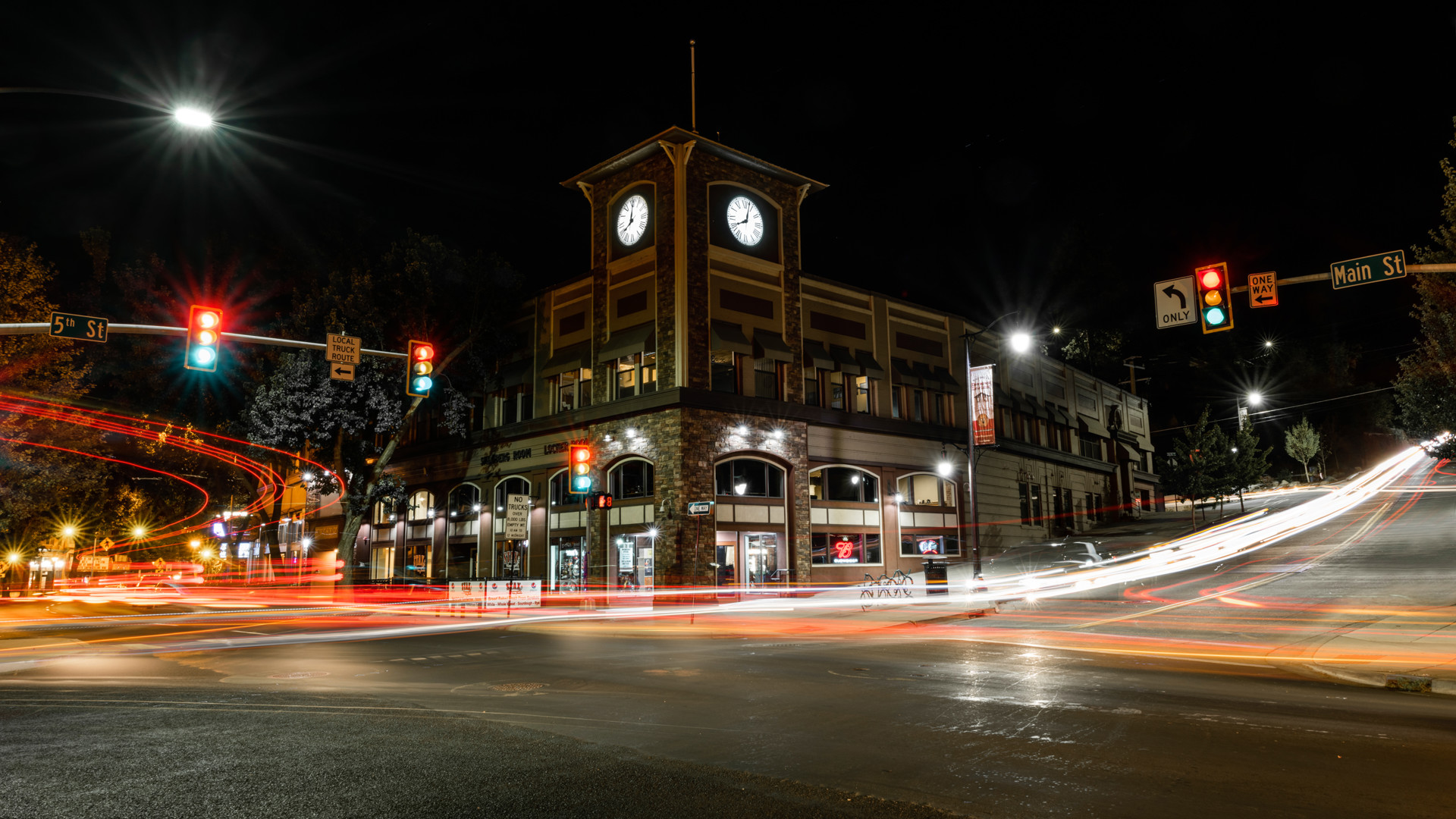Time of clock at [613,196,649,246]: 8:01
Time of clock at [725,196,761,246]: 8:02
